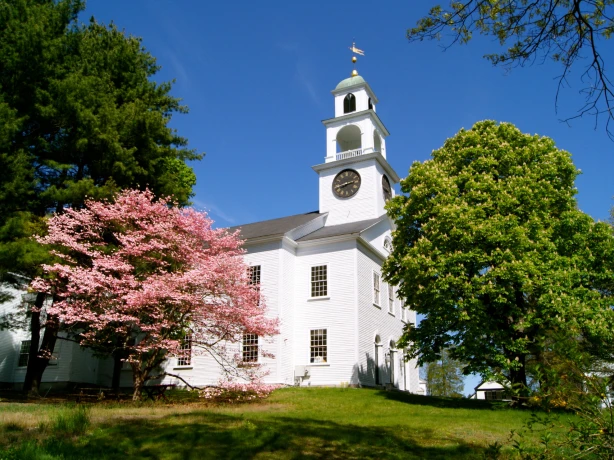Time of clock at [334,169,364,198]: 2:40
